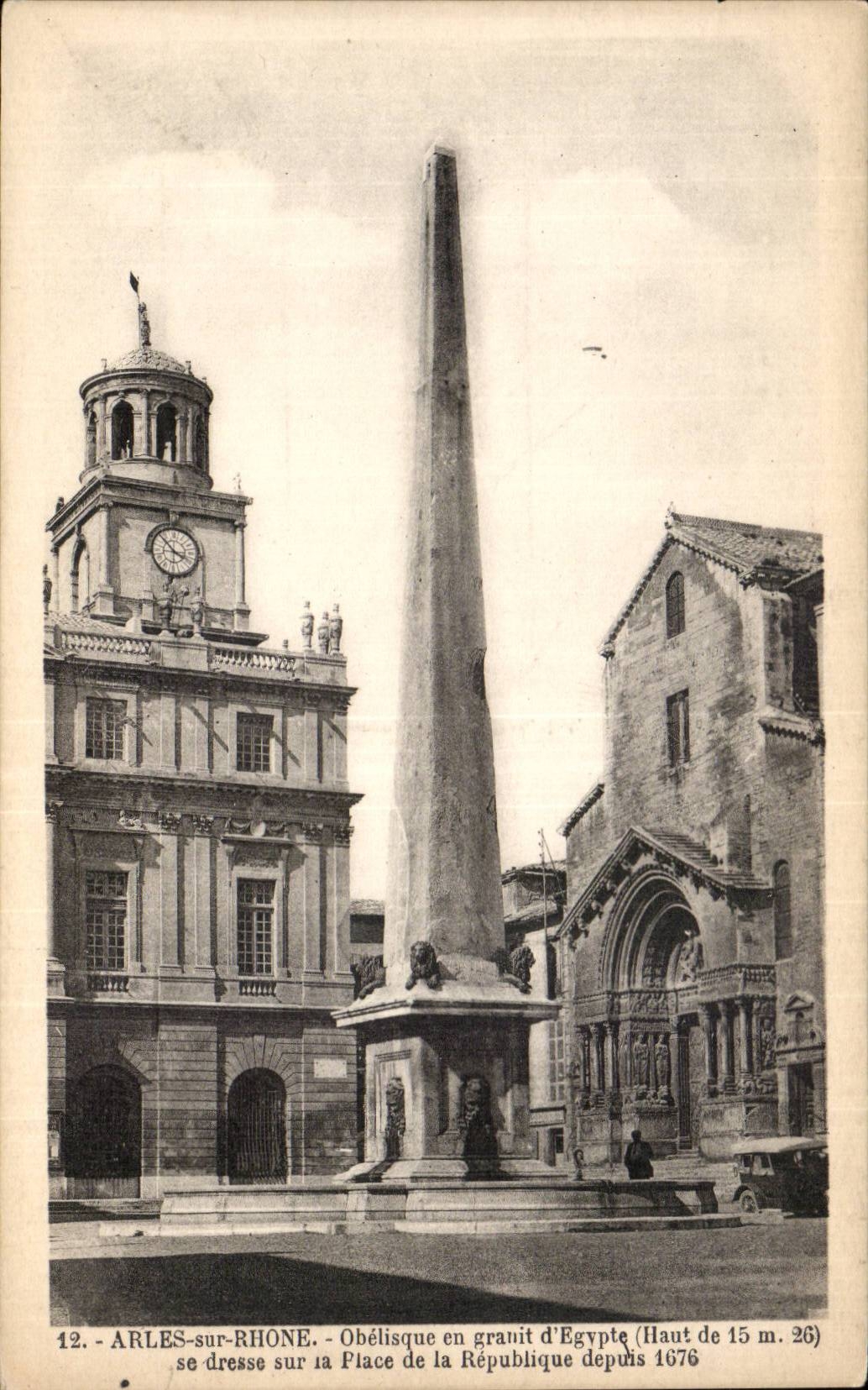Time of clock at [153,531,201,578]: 3:52
